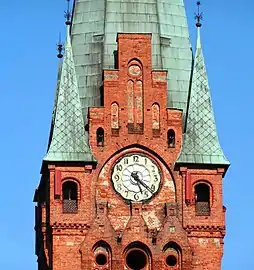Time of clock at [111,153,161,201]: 5:22
